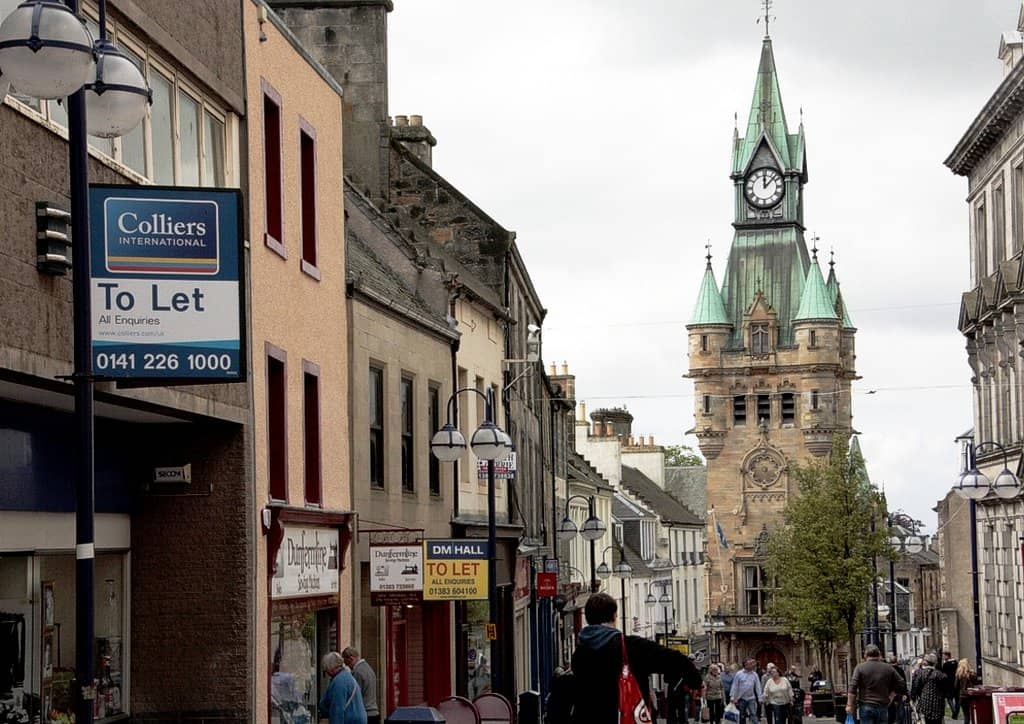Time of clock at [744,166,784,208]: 12:07
